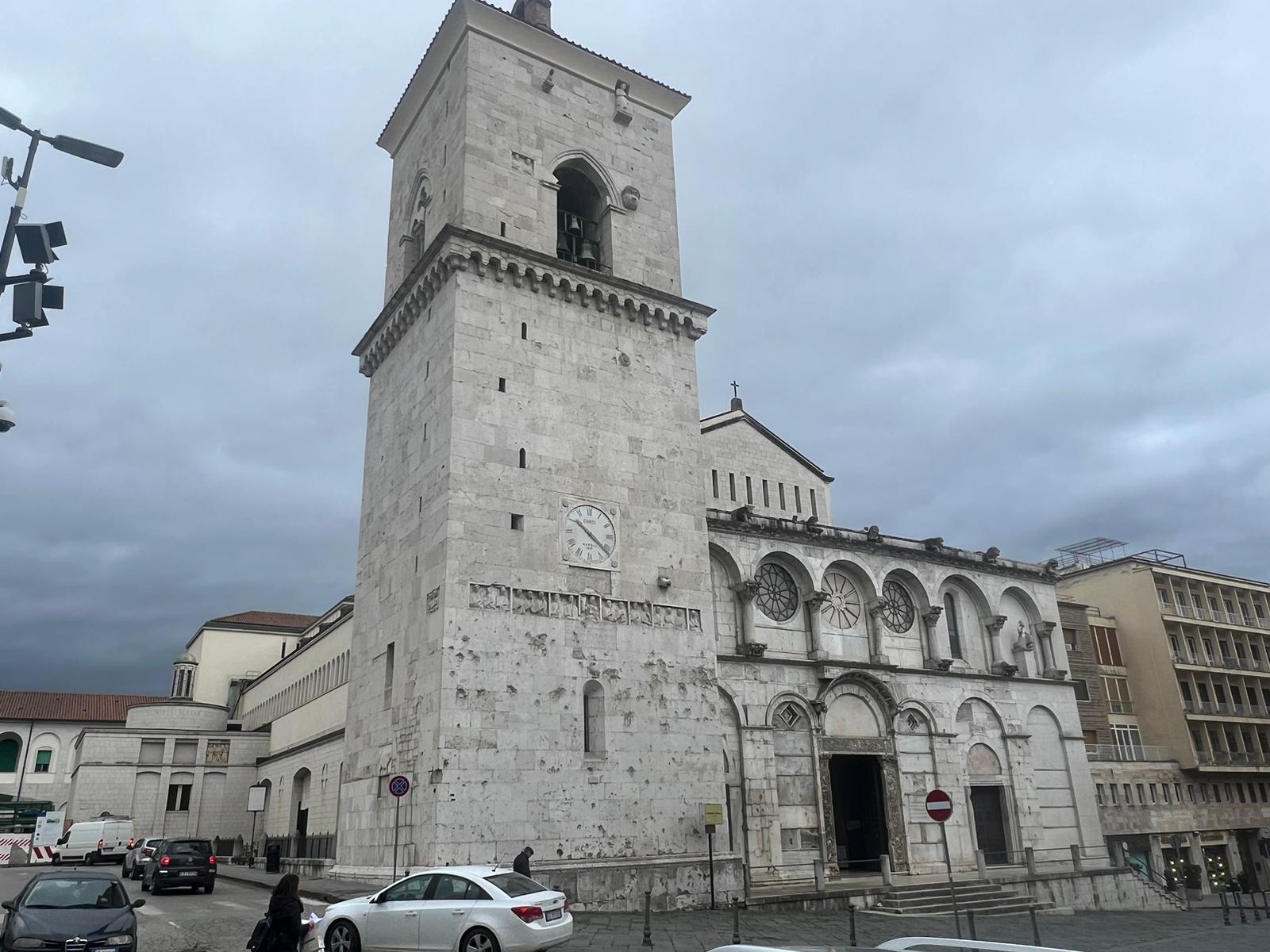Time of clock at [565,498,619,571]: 10:21
